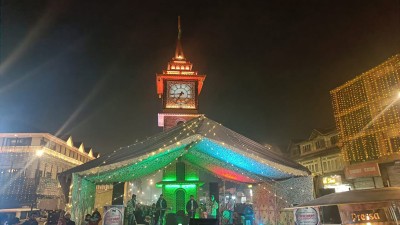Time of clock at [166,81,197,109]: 6:43
